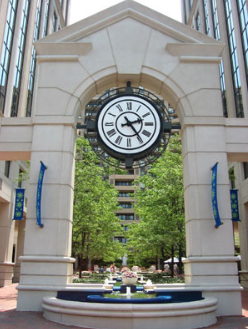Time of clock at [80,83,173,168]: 2:24
